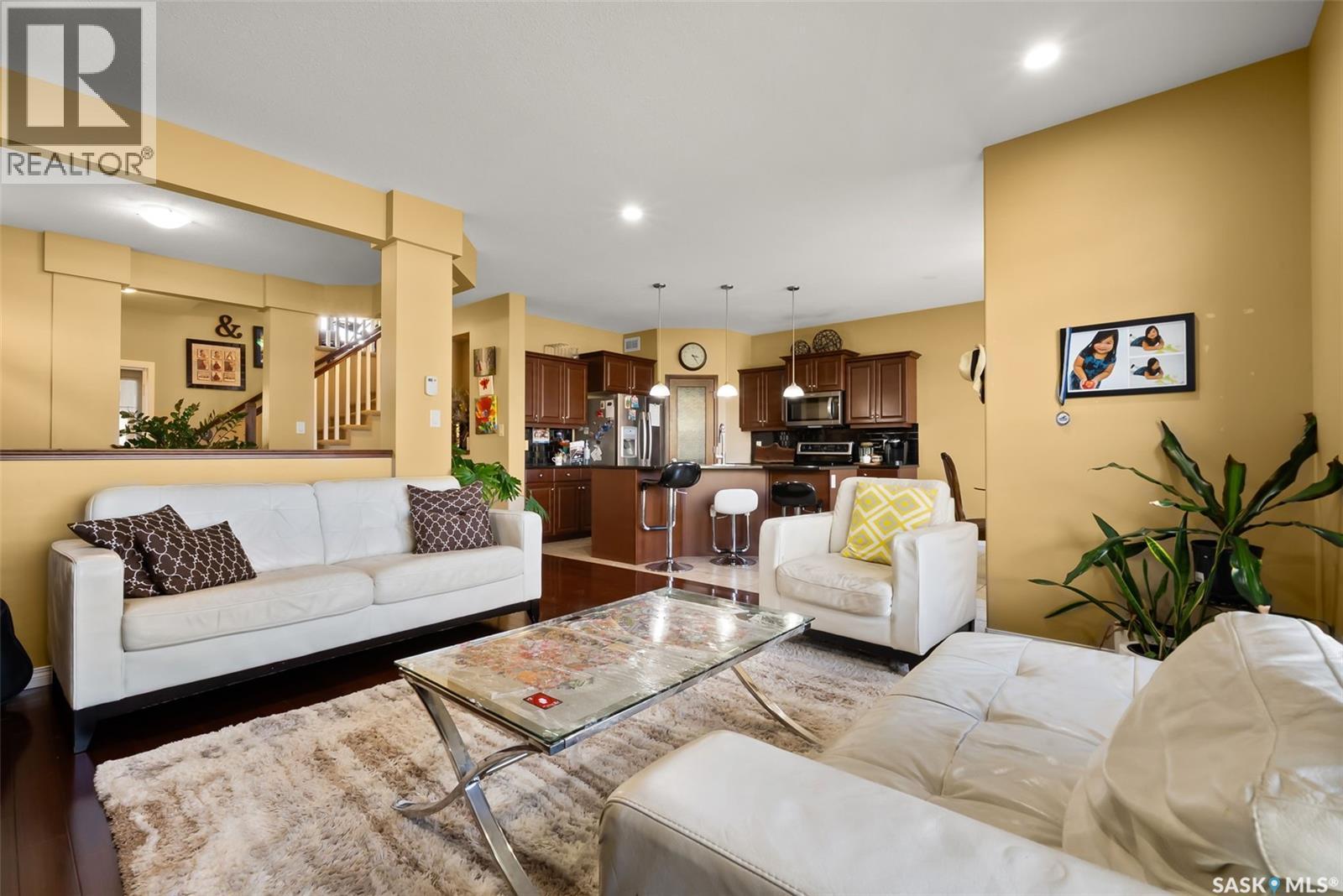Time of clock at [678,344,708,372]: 3:24
